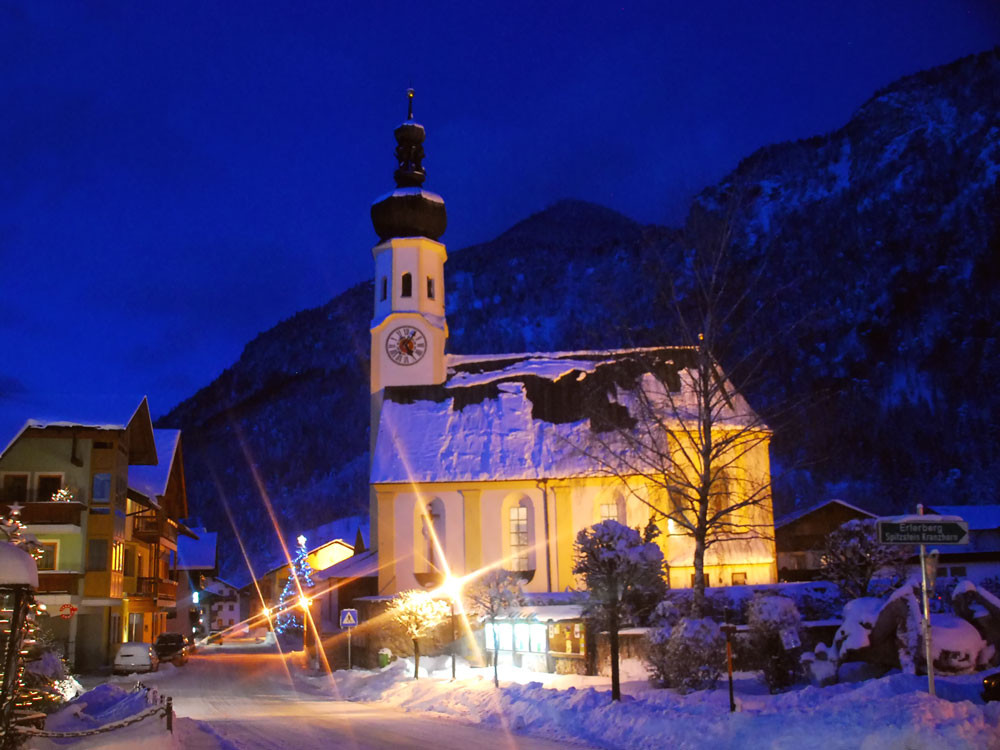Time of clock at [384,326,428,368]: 5:05
